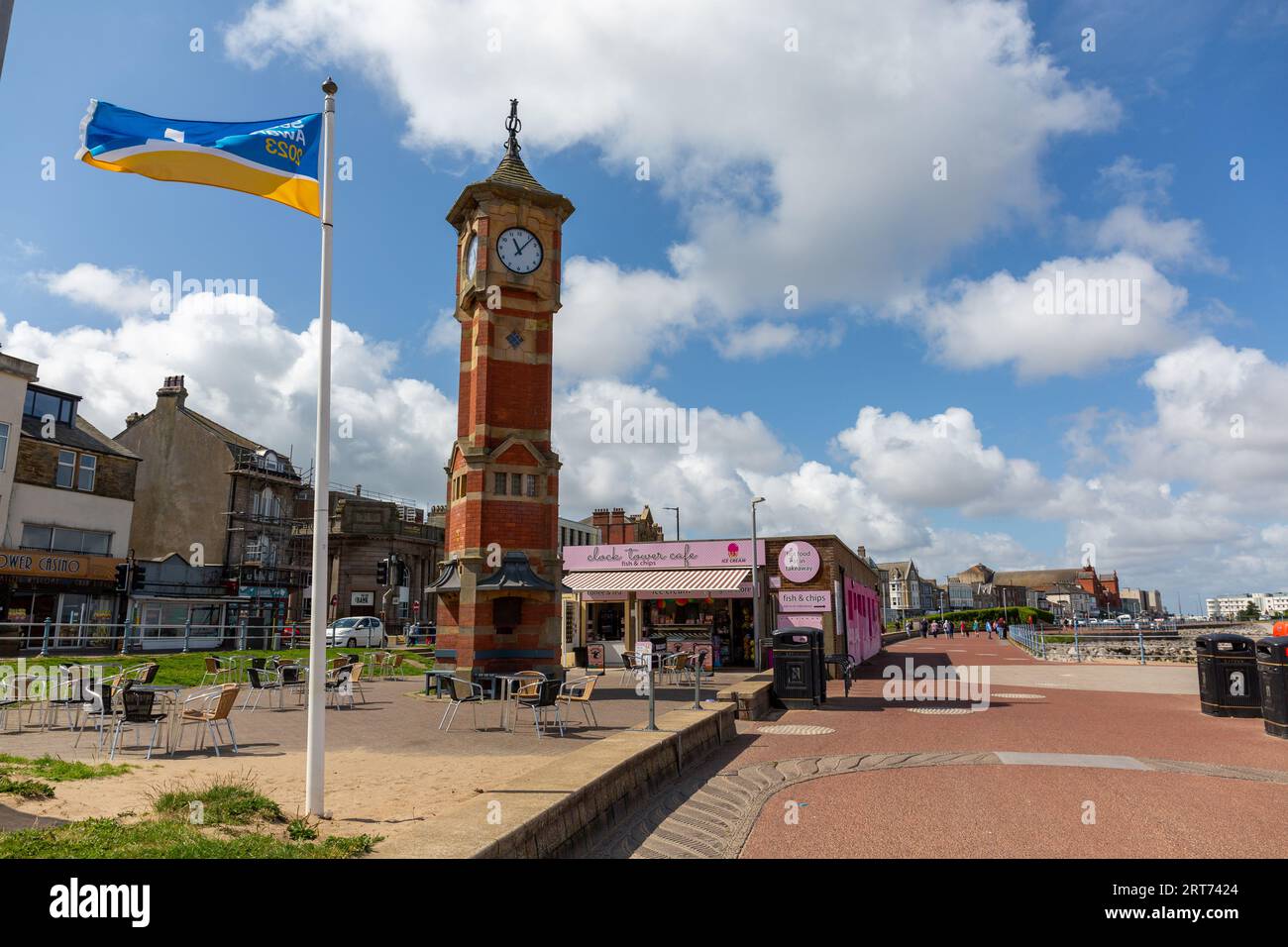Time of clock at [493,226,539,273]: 11:06
